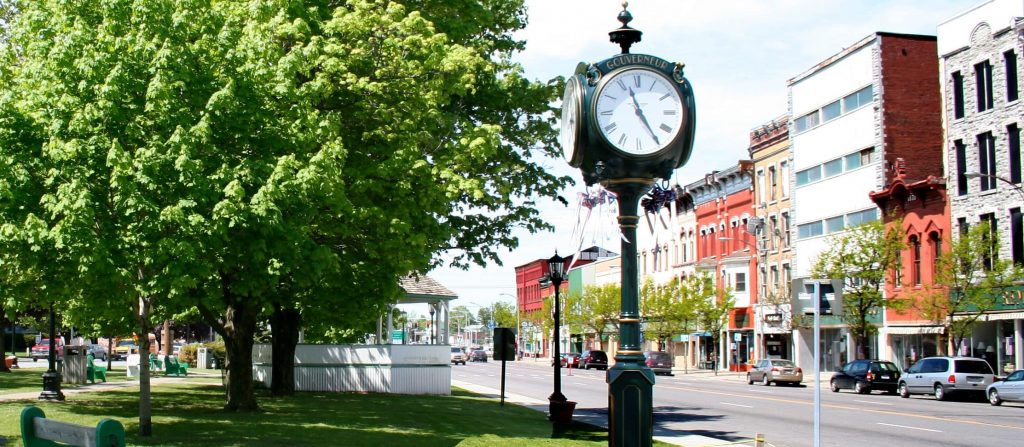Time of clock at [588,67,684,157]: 11:24
